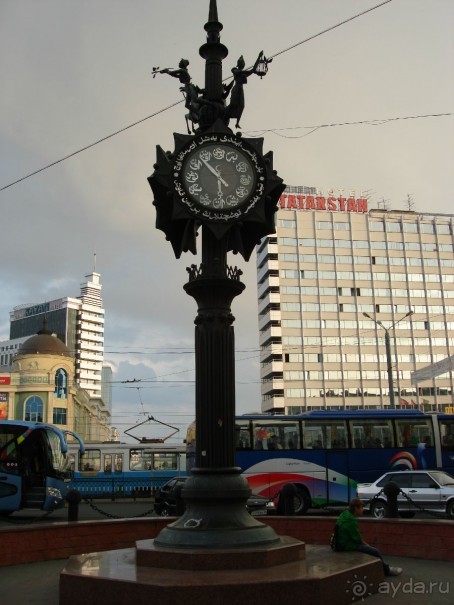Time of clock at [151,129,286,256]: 5:53
